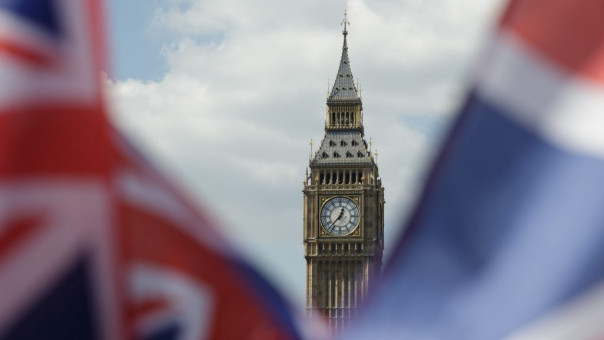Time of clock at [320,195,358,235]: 12:37
